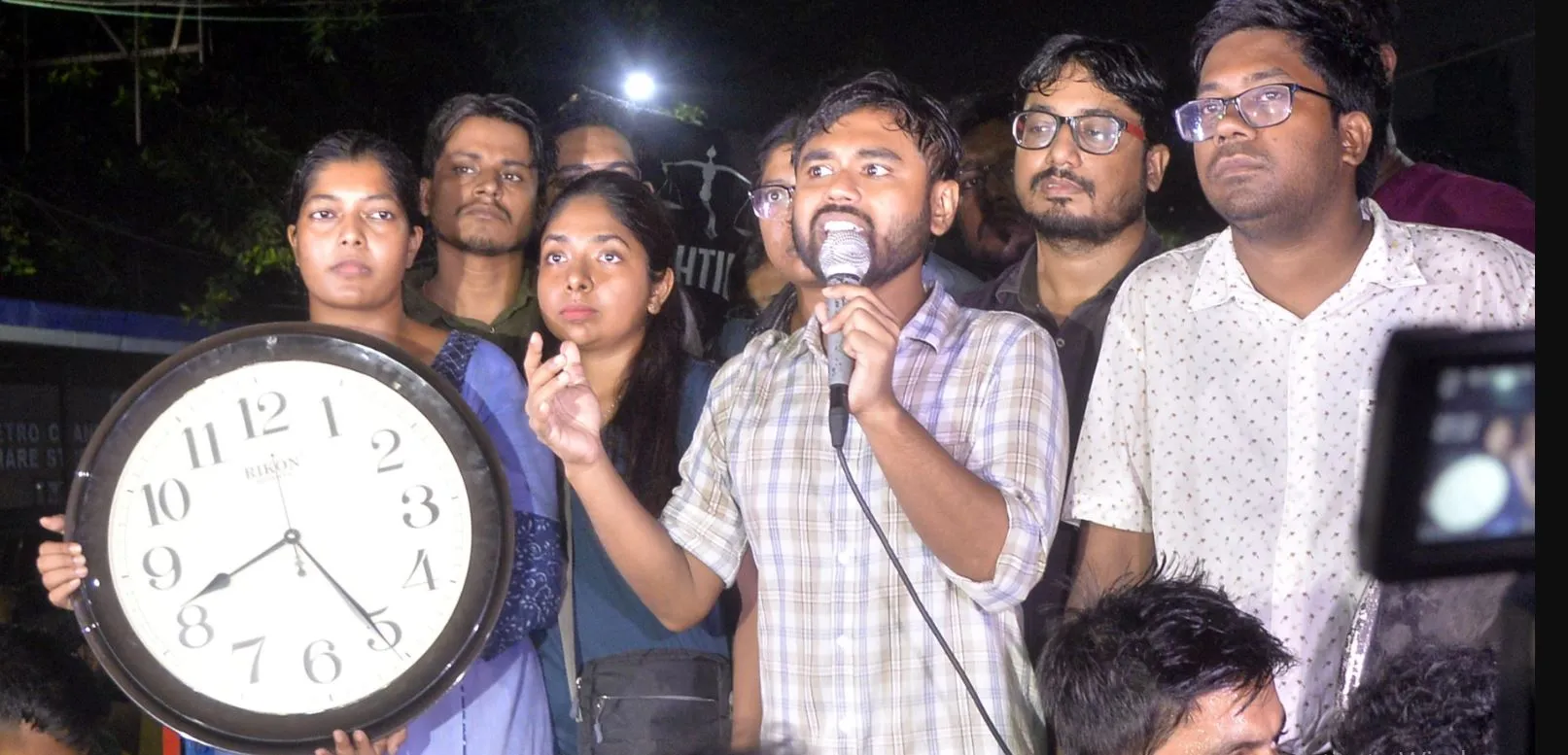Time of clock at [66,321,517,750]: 8:25
